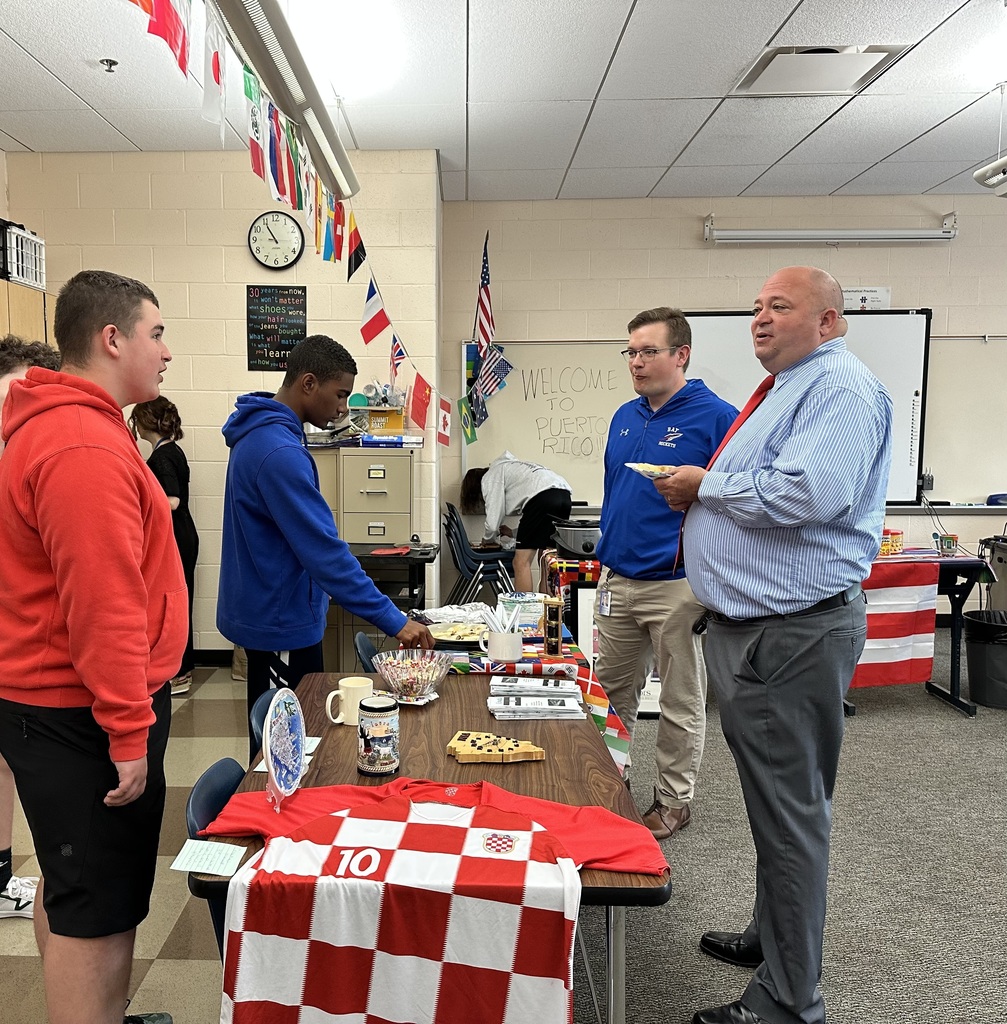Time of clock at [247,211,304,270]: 10:54
